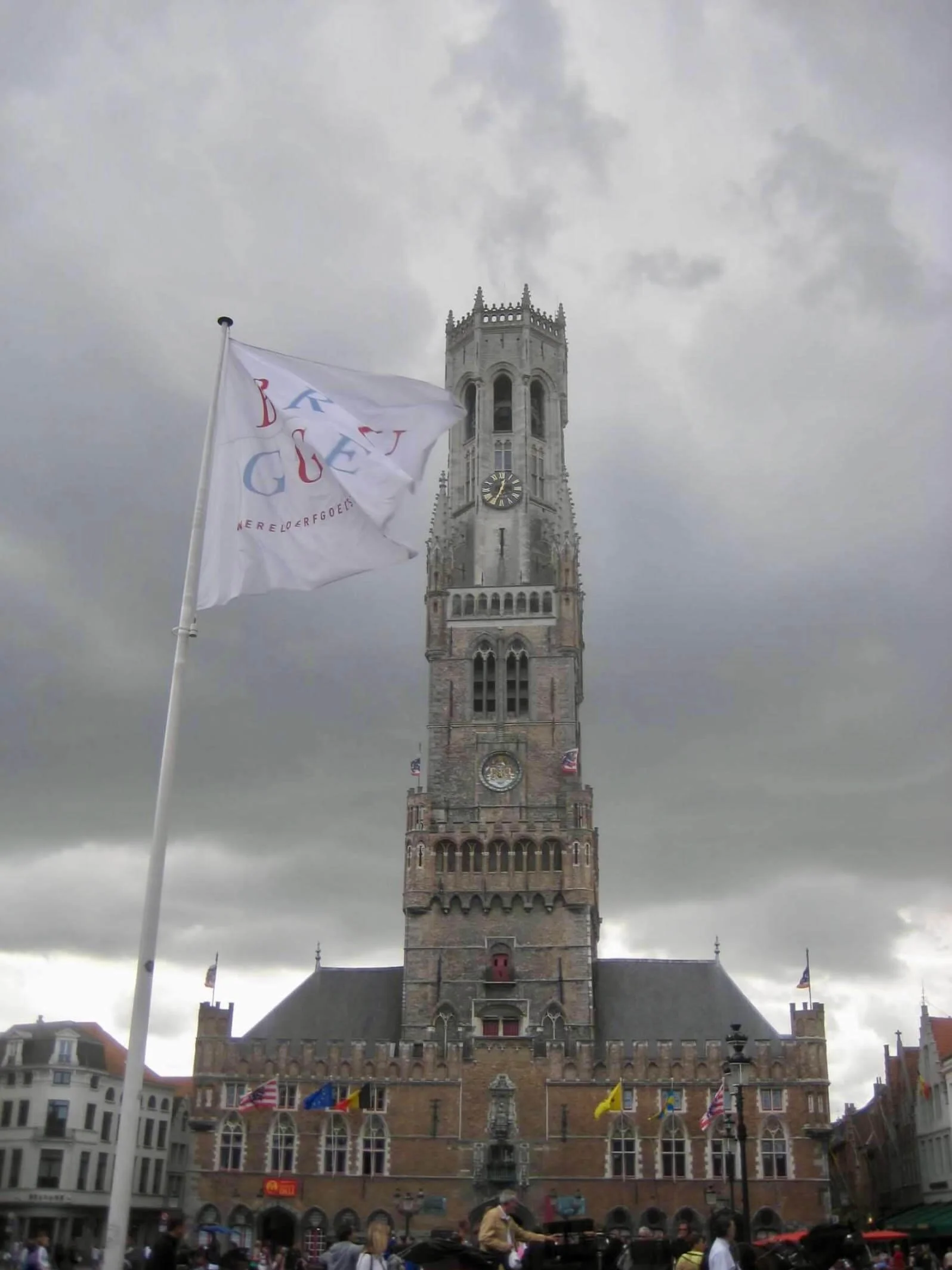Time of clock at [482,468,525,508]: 12:33
